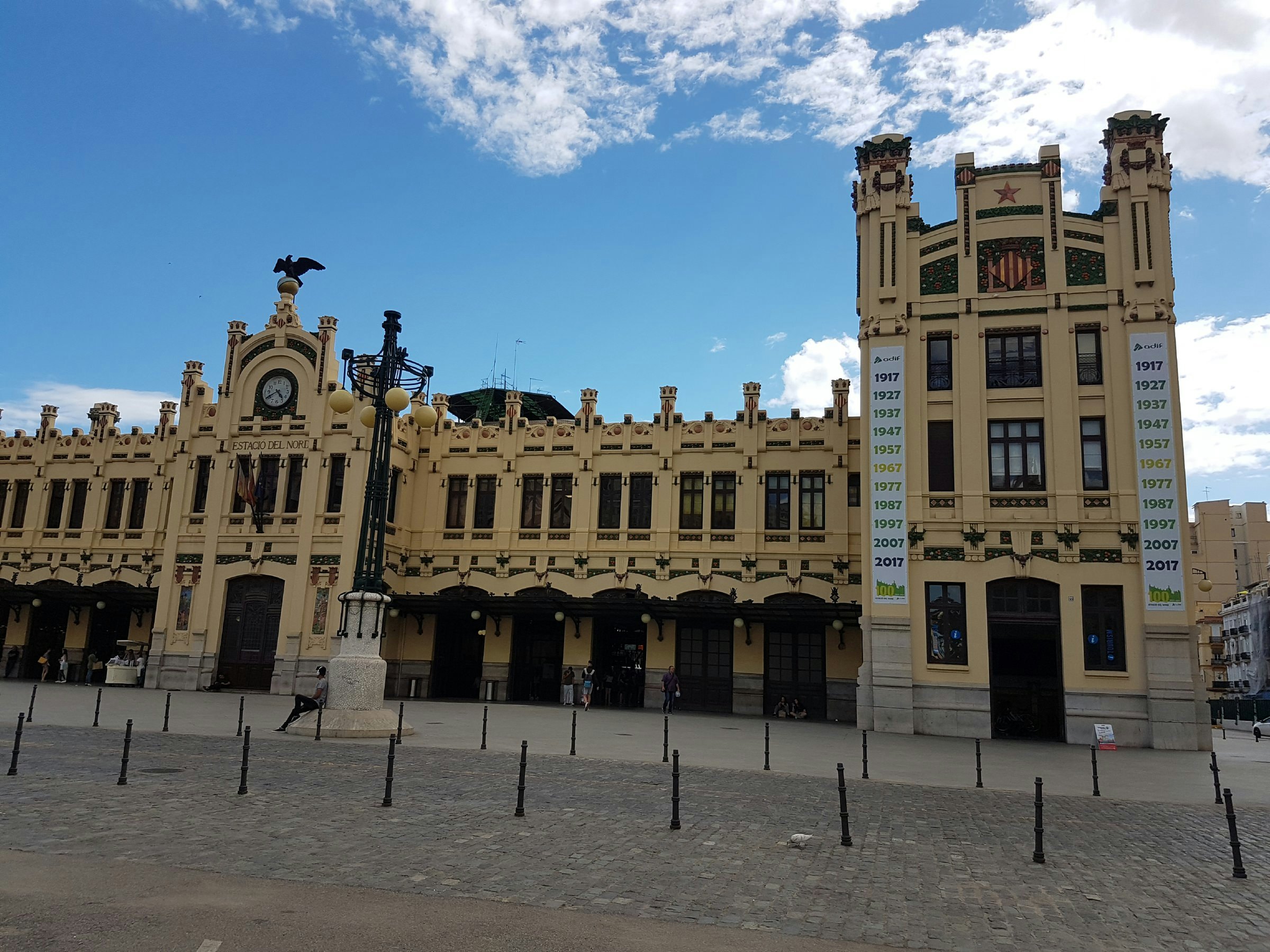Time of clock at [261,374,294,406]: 4:40
